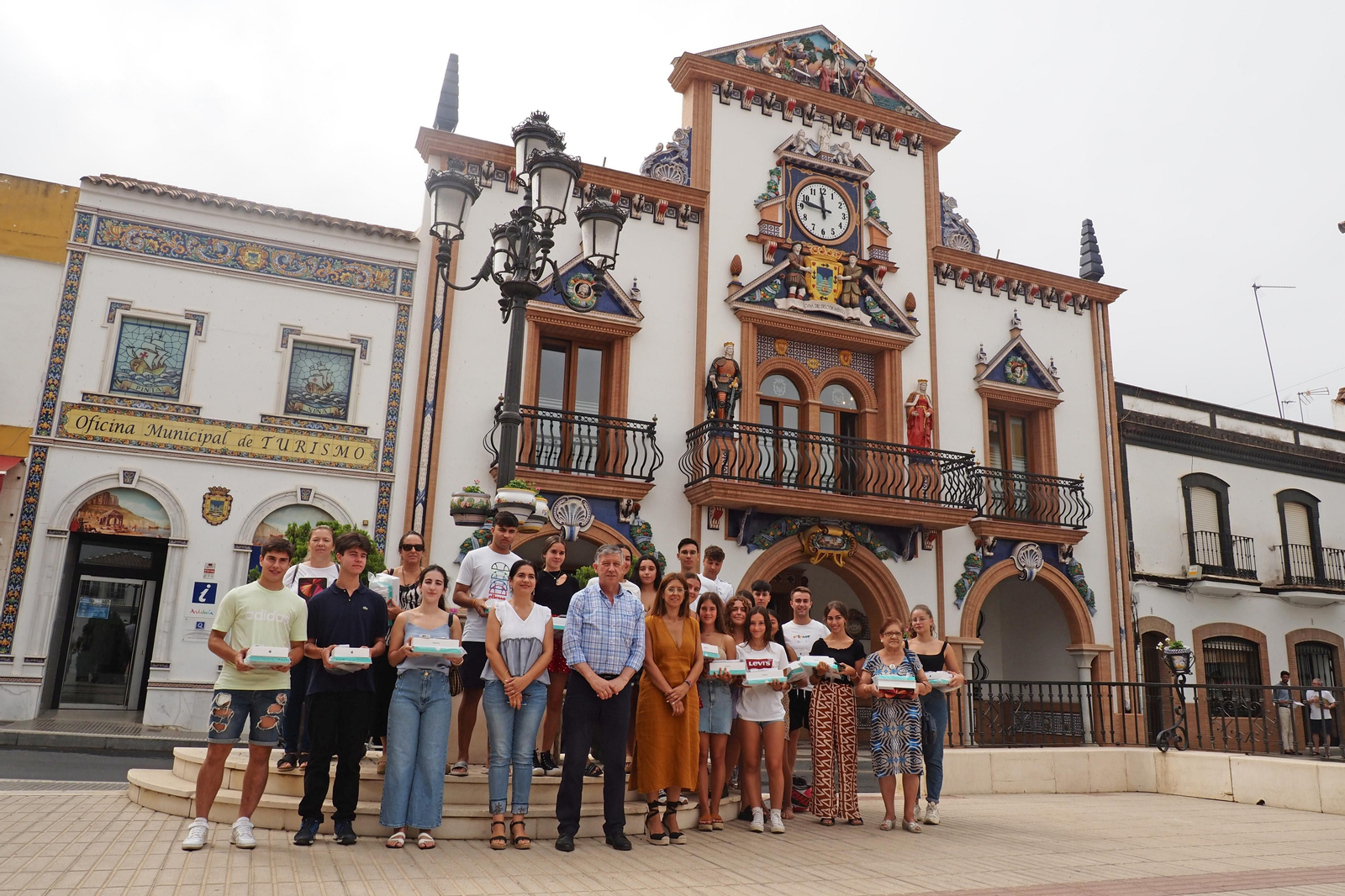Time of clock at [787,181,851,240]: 11:46
